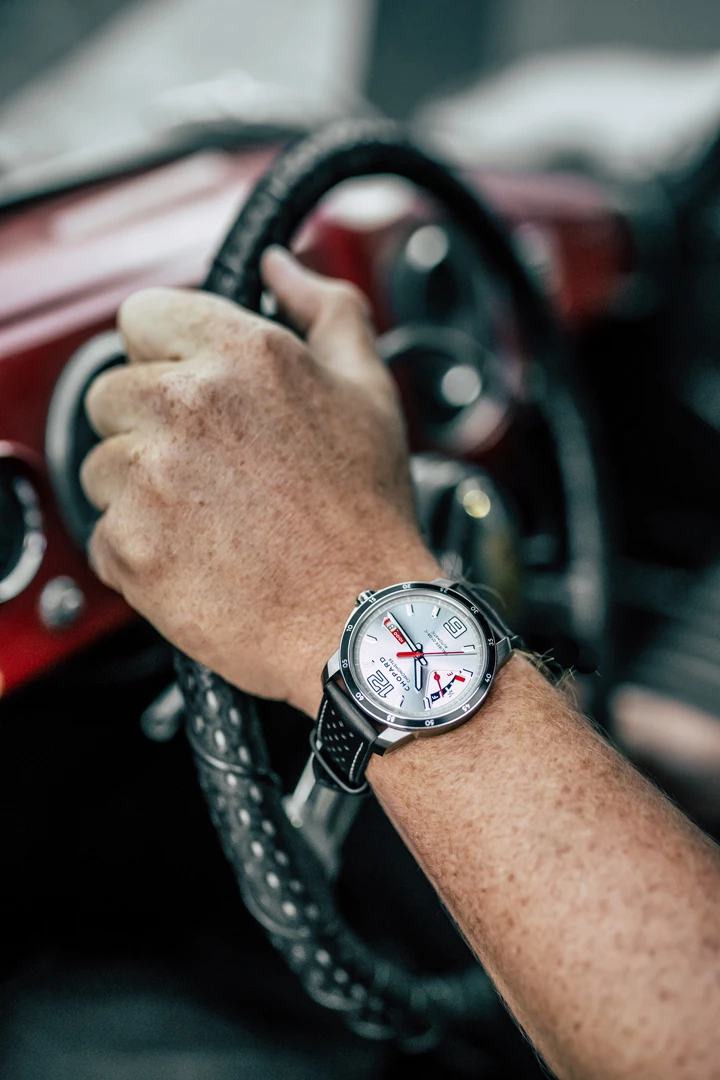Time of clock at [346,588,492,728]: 5:55
